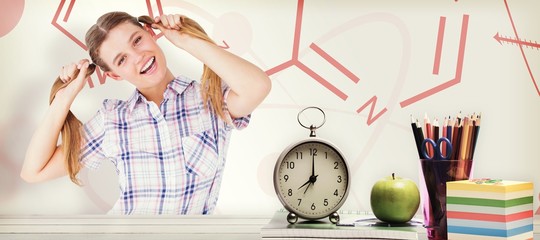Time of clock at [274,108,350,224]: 8:00
